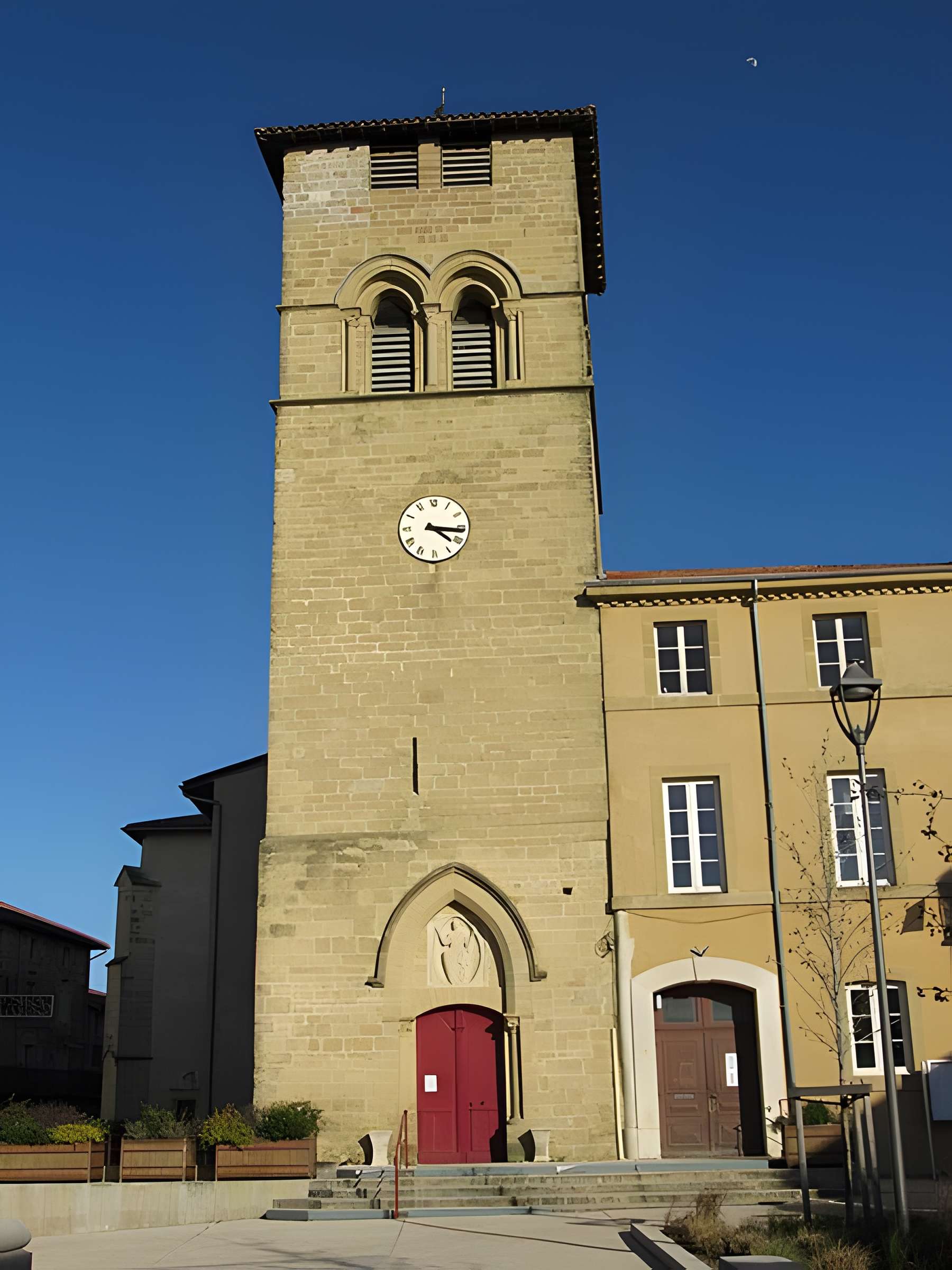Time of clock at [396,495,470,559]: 4:16
